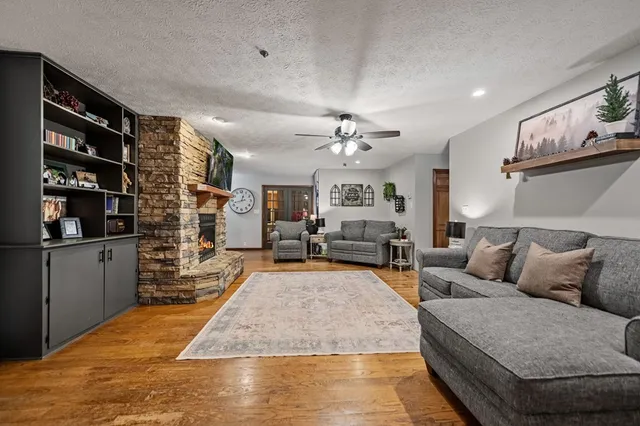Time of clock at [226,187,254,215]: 12:42
